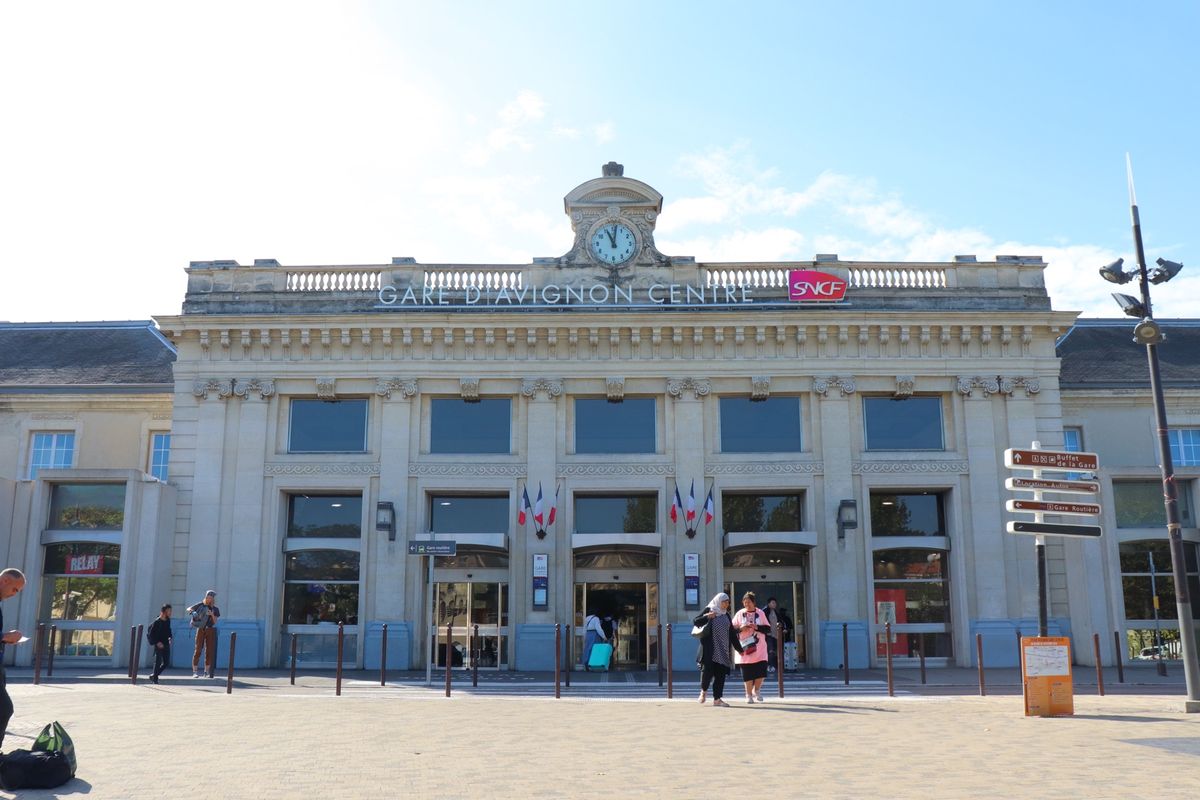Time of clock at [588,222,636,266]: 11:01
